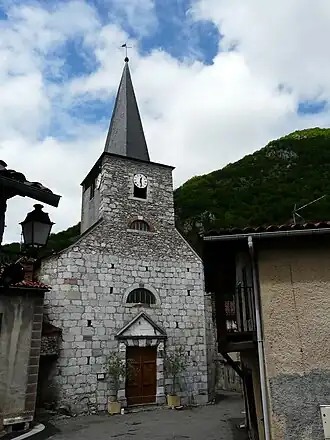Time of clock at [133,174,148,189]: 12:28
